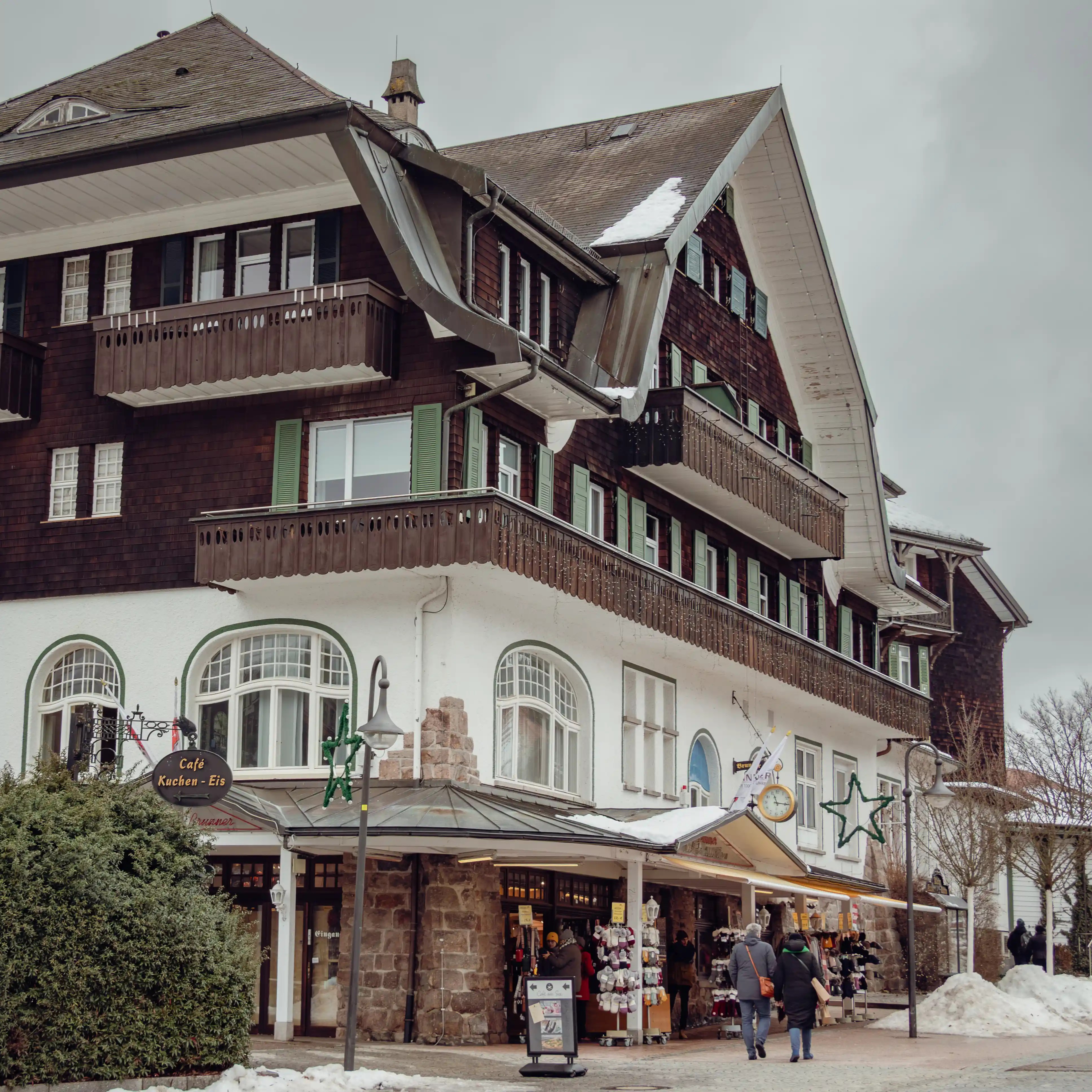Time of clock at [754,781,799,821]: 11:16
